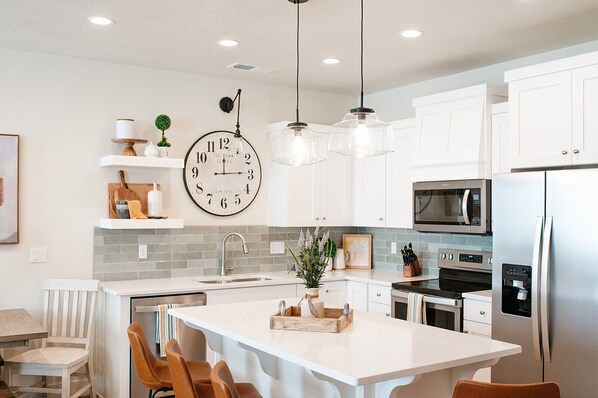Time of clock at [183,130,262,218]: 12:14
